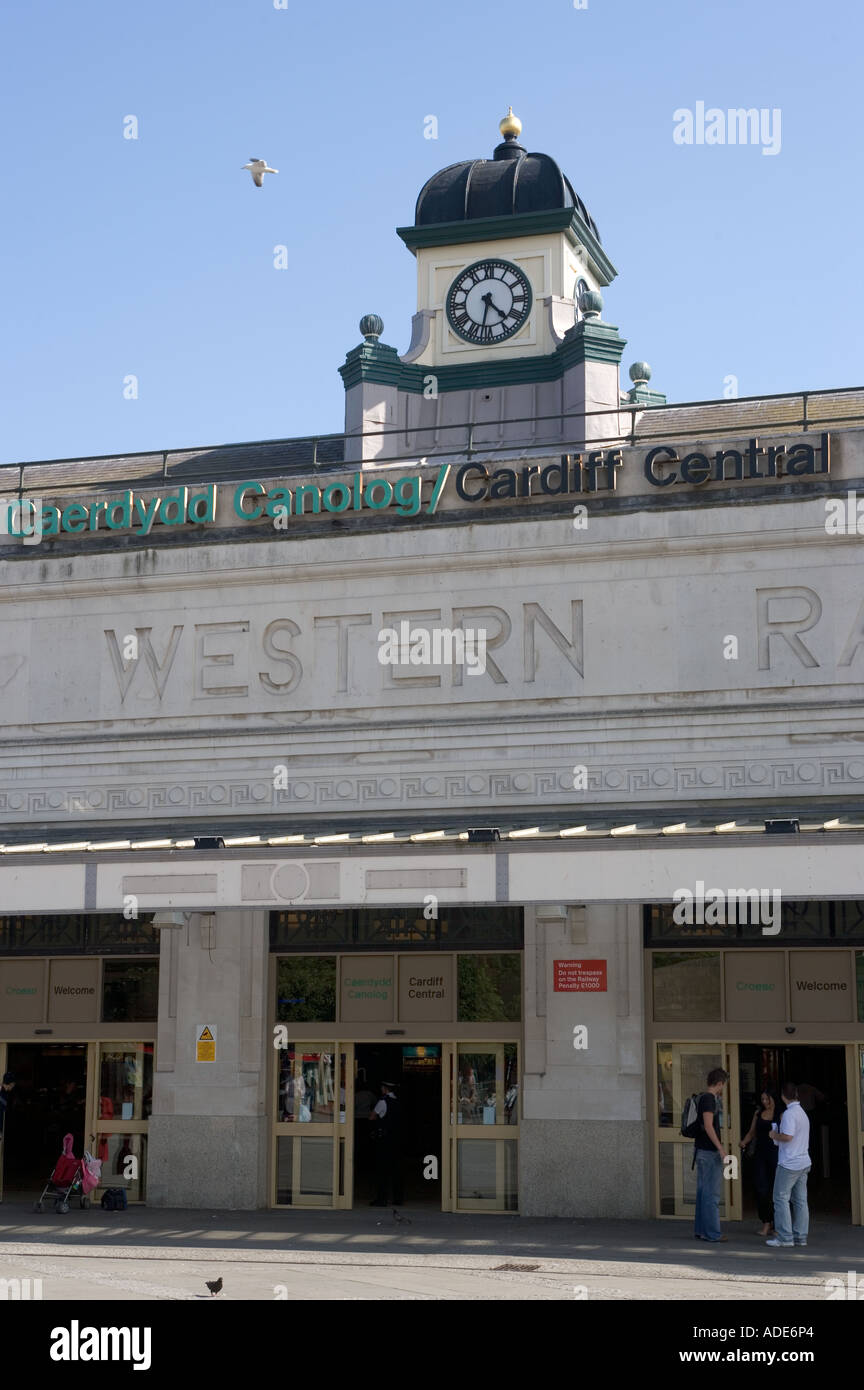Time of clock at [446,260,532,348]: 4:32
